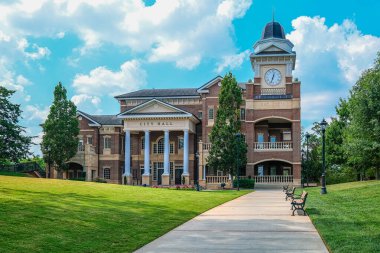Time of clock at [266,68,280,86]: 12:33
